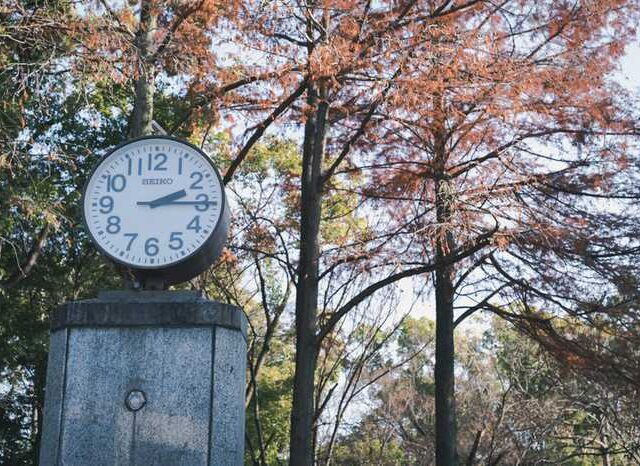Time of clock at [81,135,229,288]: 2:15
